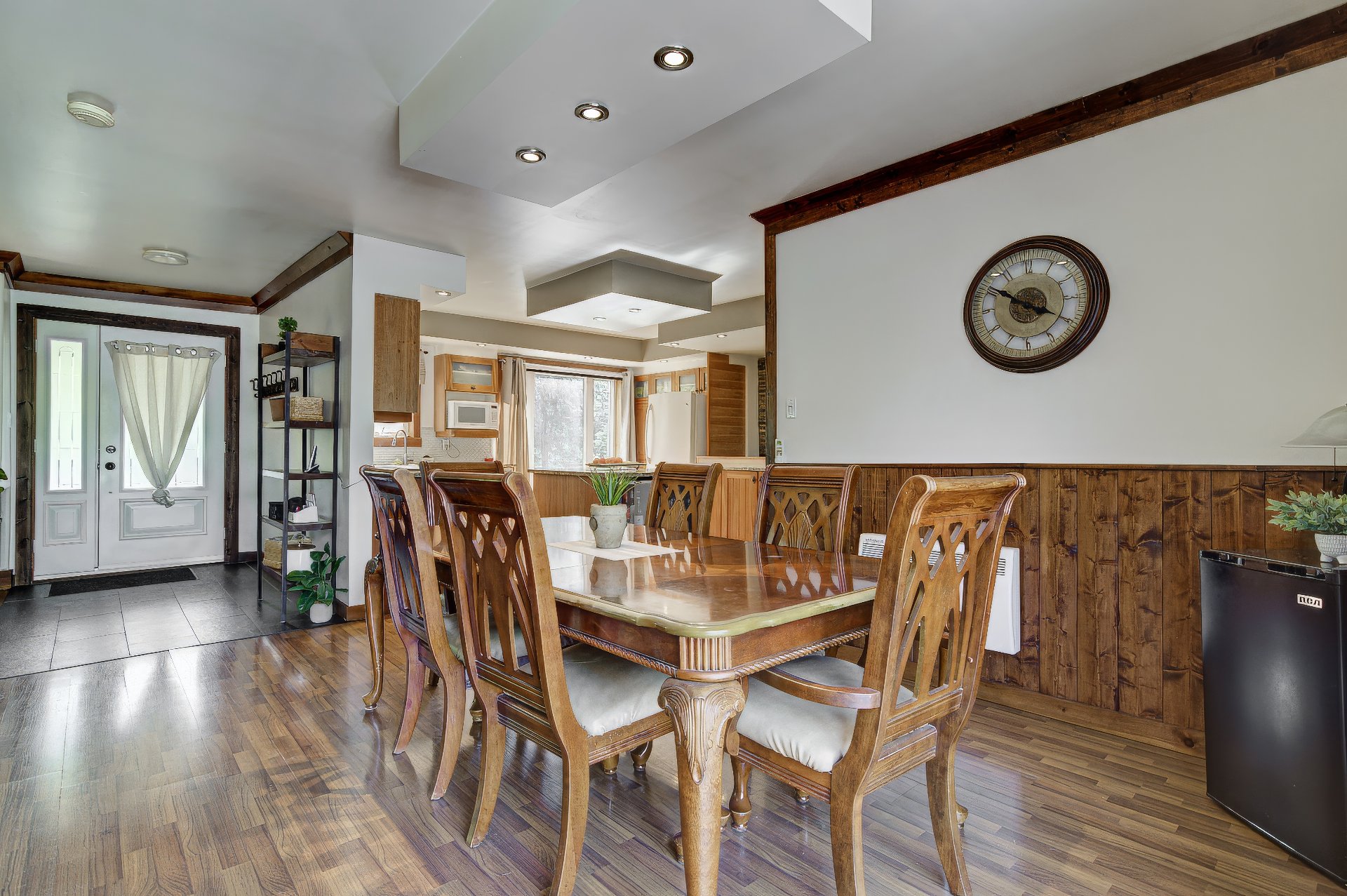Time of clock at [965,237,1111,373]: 3:50
